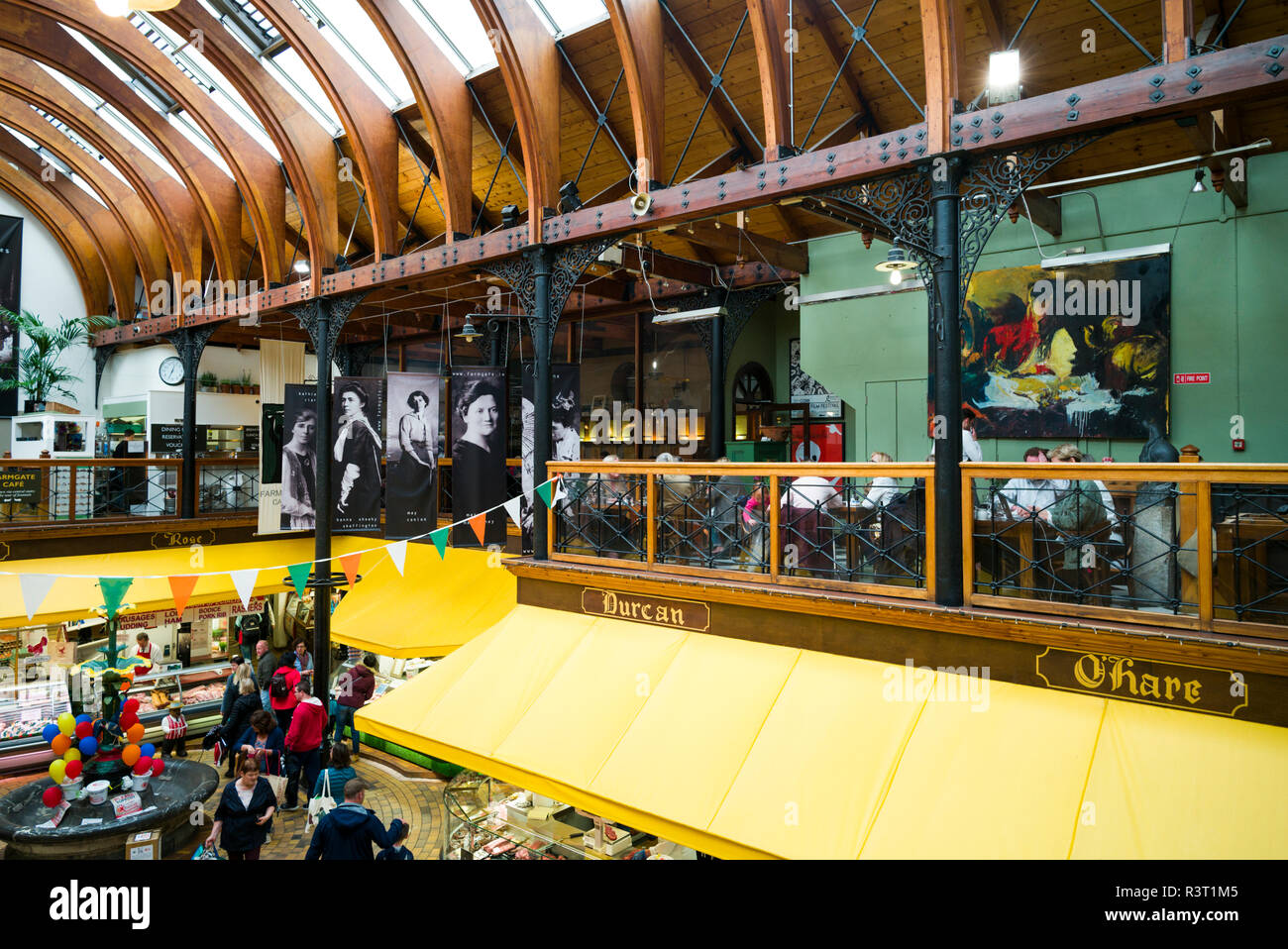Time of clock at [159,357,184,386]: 12:34
